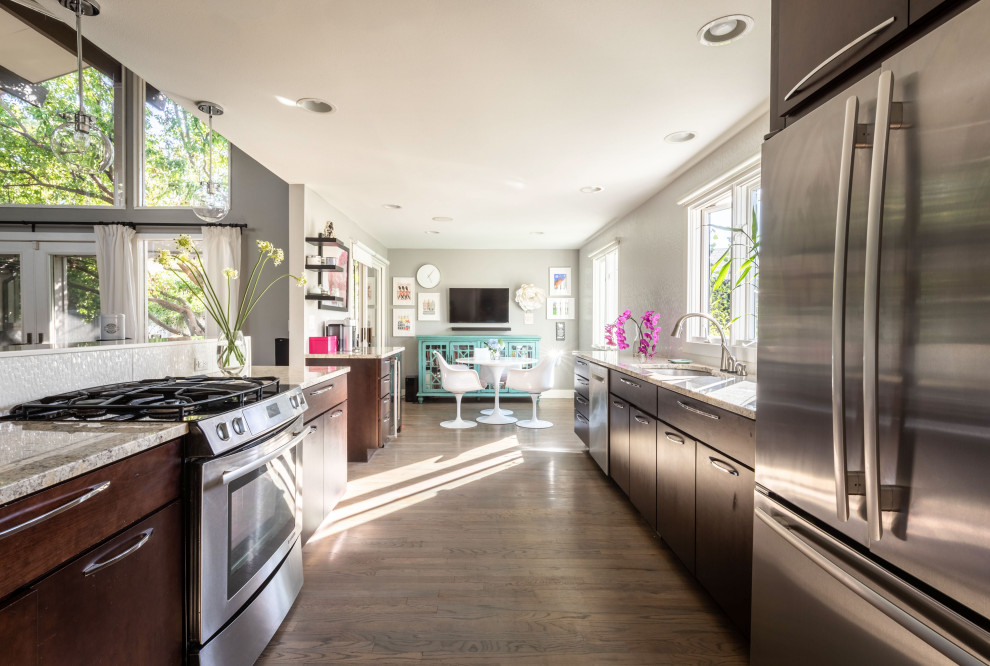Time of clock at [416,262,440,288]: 5:06
